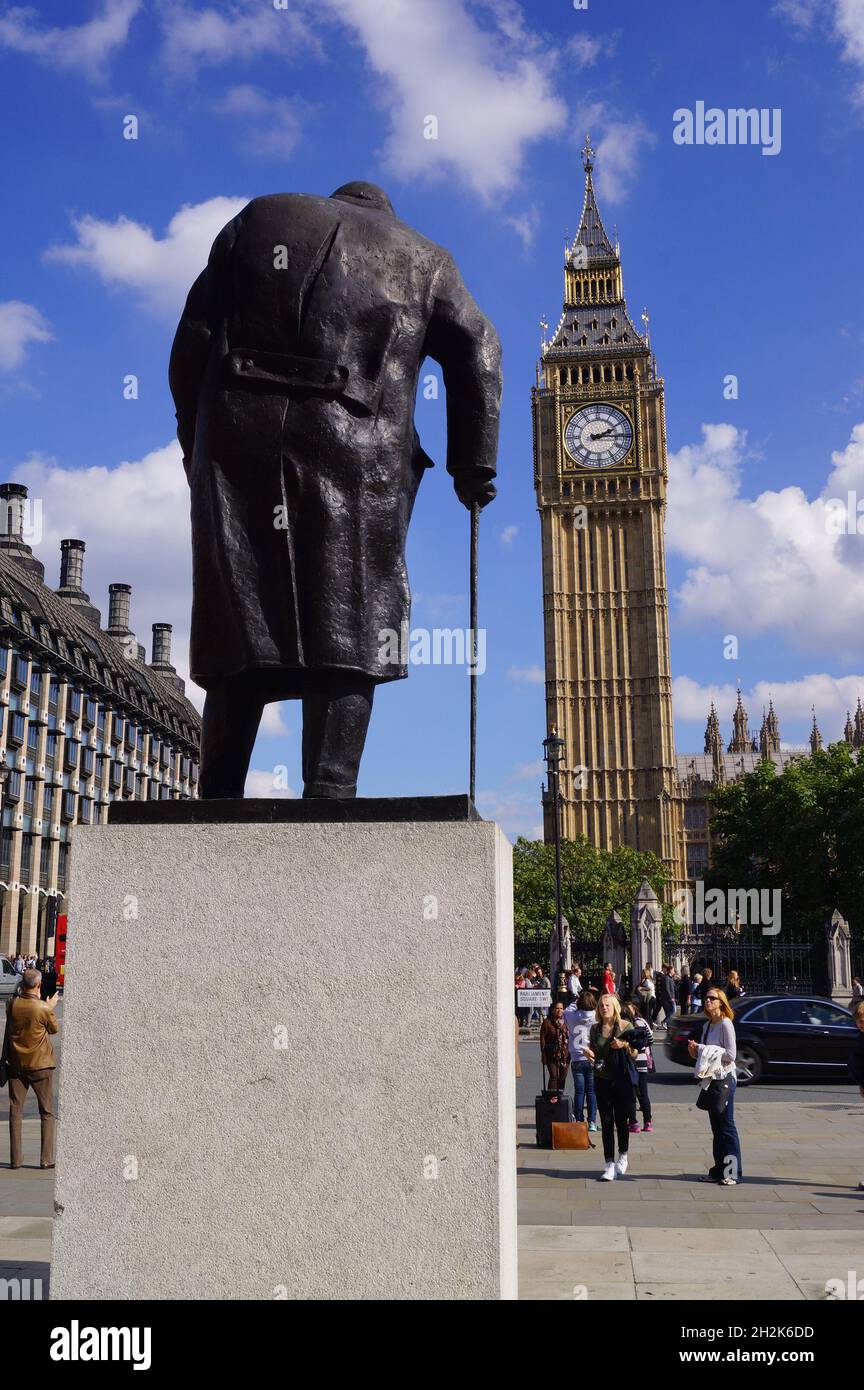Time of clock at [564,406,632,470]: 2:15
